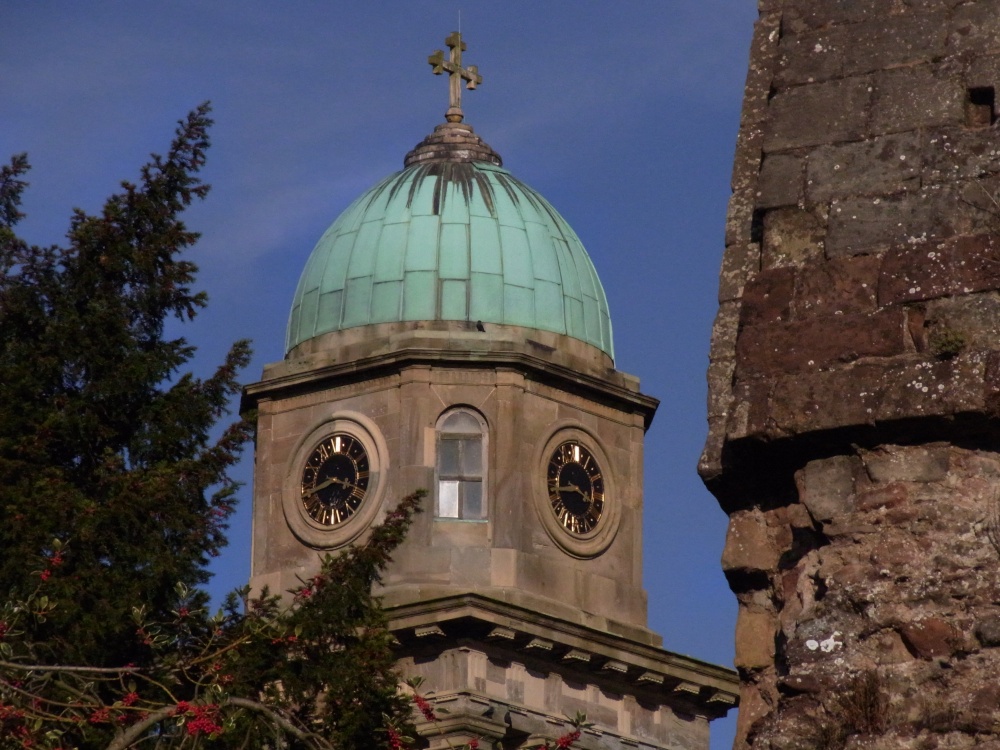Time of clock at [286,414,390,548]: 8:17
